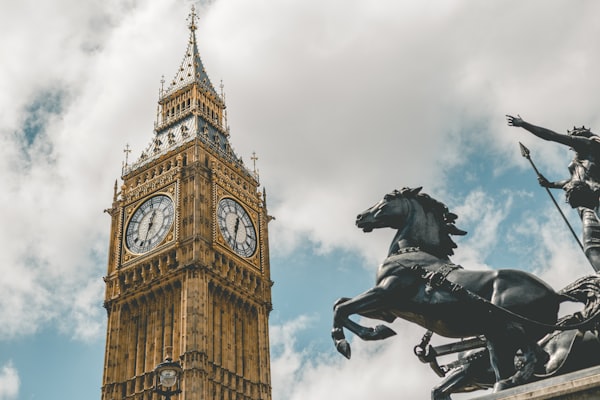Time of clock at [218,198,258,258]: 12:32
